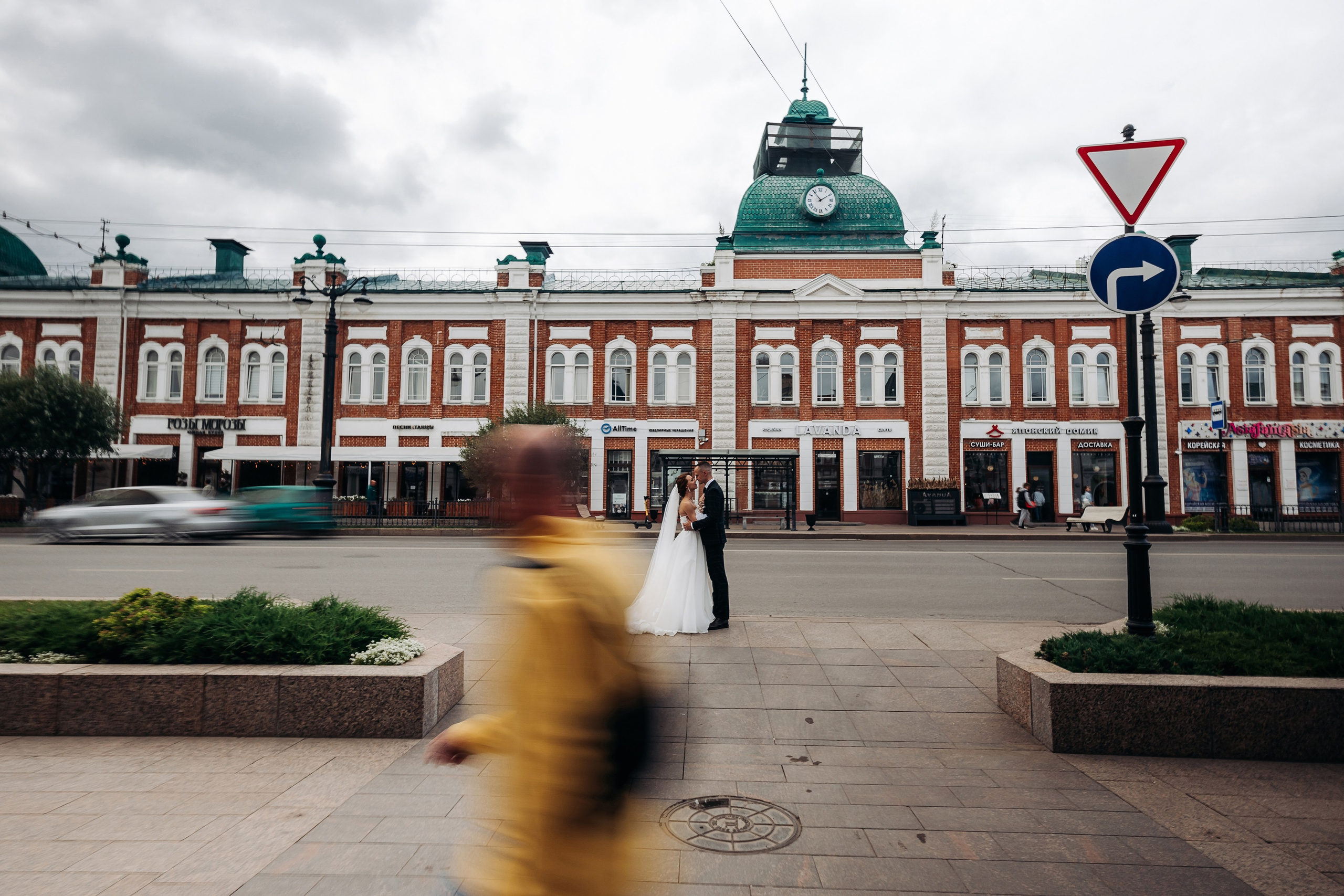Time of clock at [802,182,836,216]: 1:53
